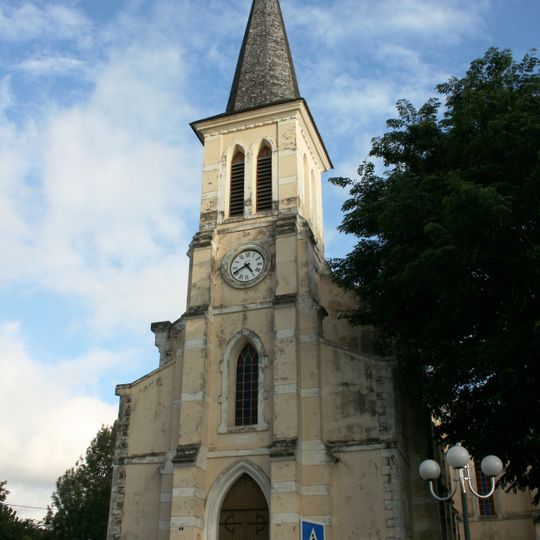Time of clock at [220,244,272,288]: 4:40
